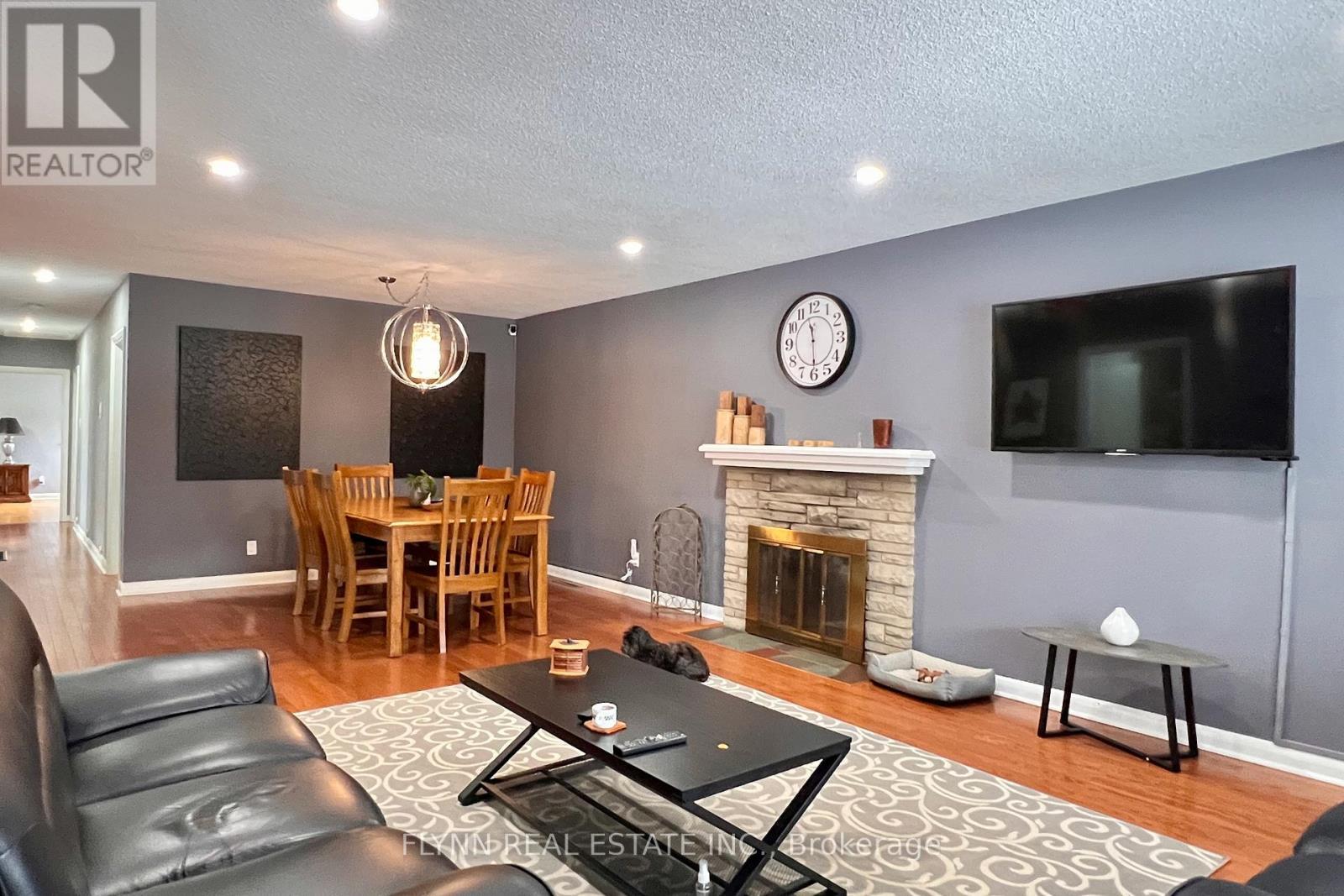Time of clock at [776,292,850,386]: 11:29
